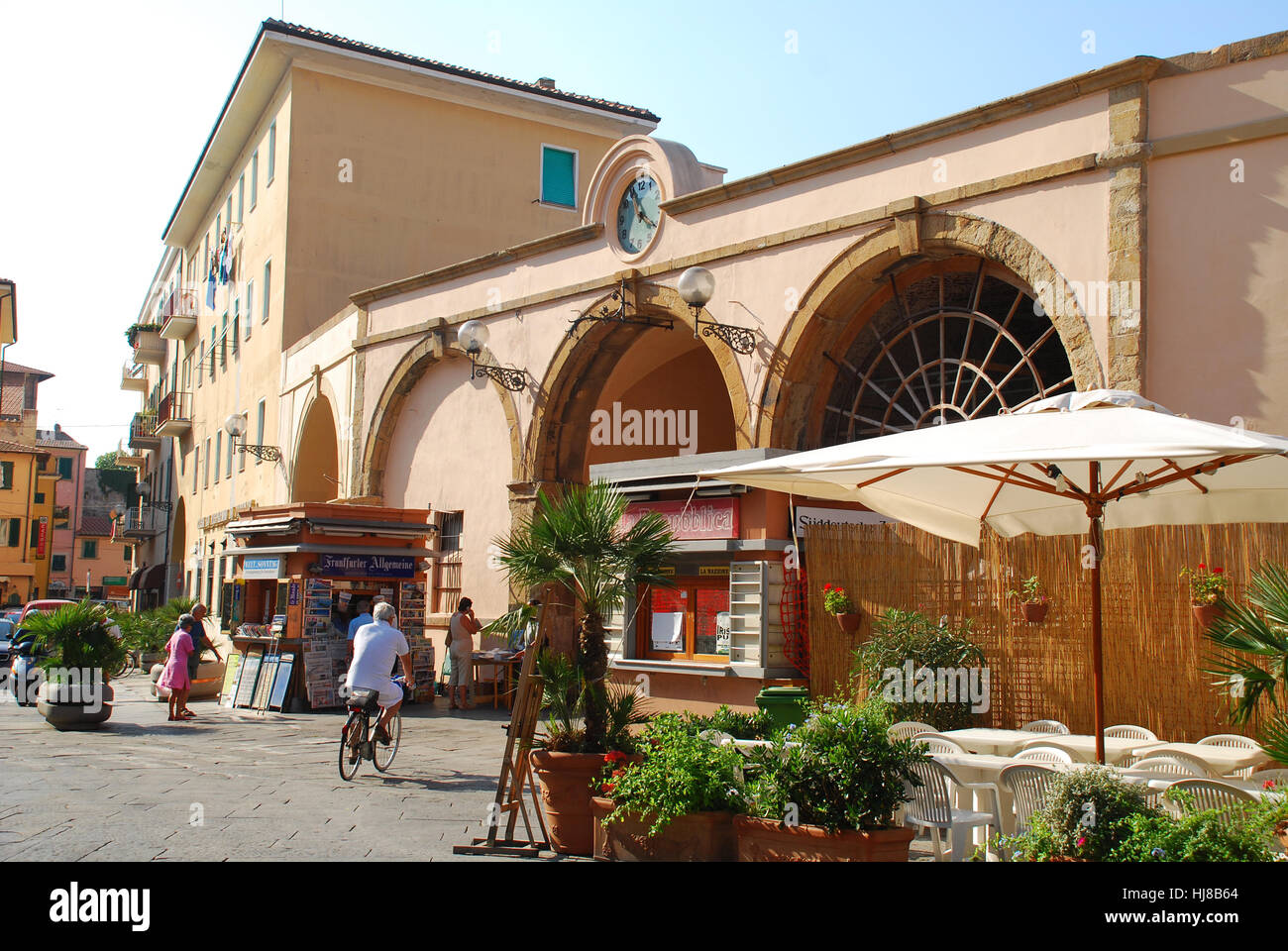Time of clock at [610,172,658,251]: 3:54
